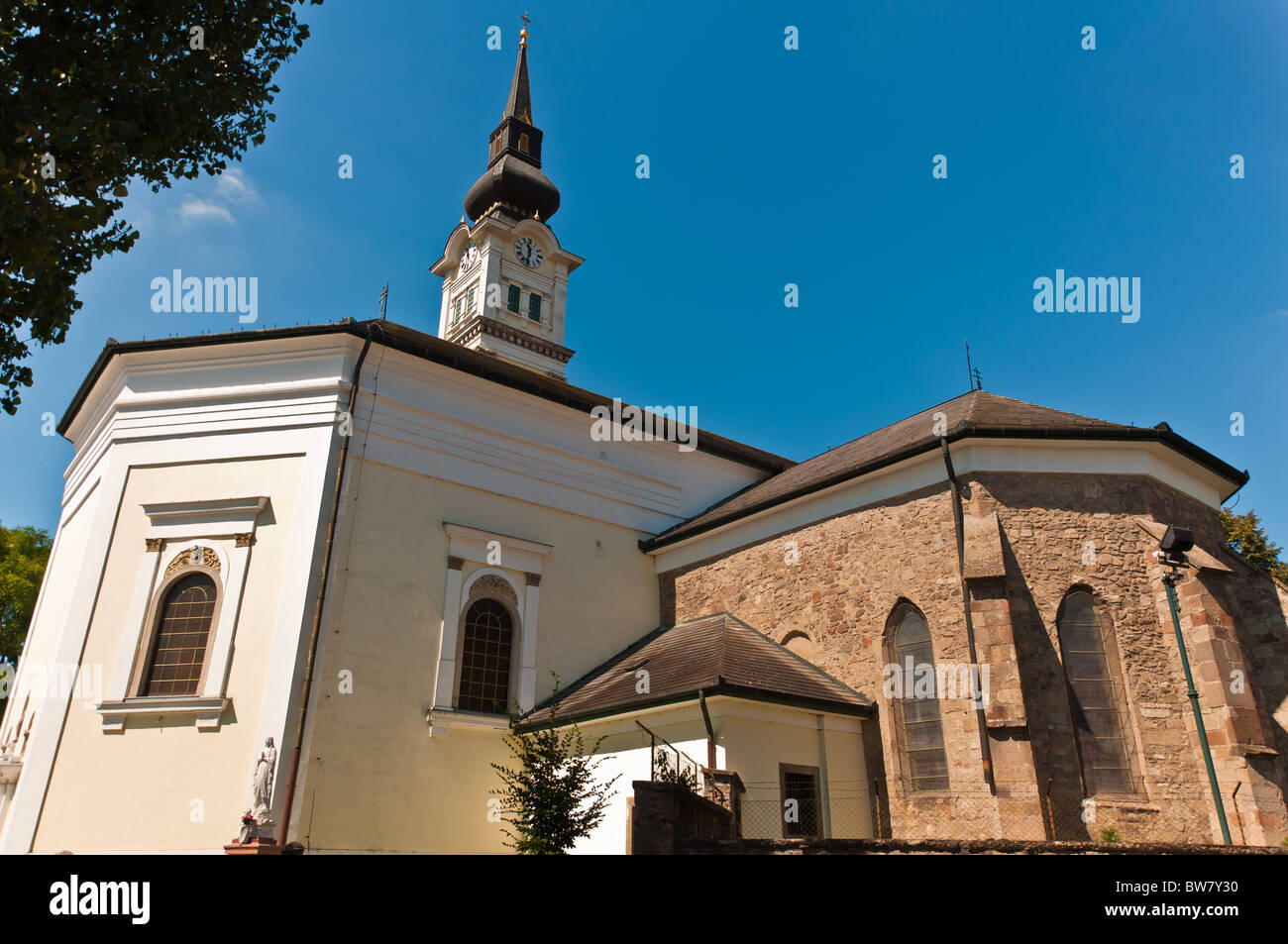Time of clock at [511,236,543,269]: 11:32
